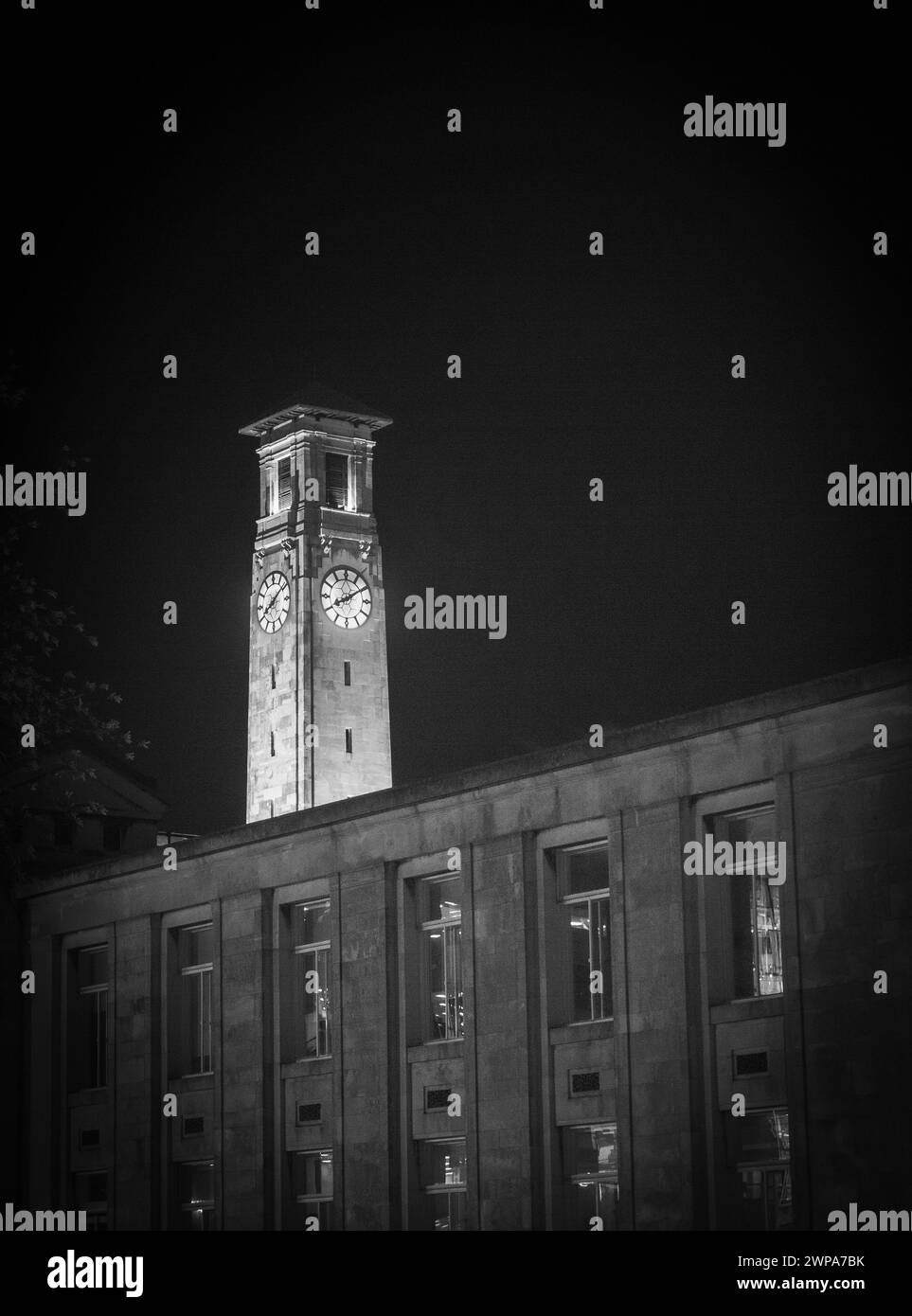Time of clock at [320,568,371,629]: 8:09
